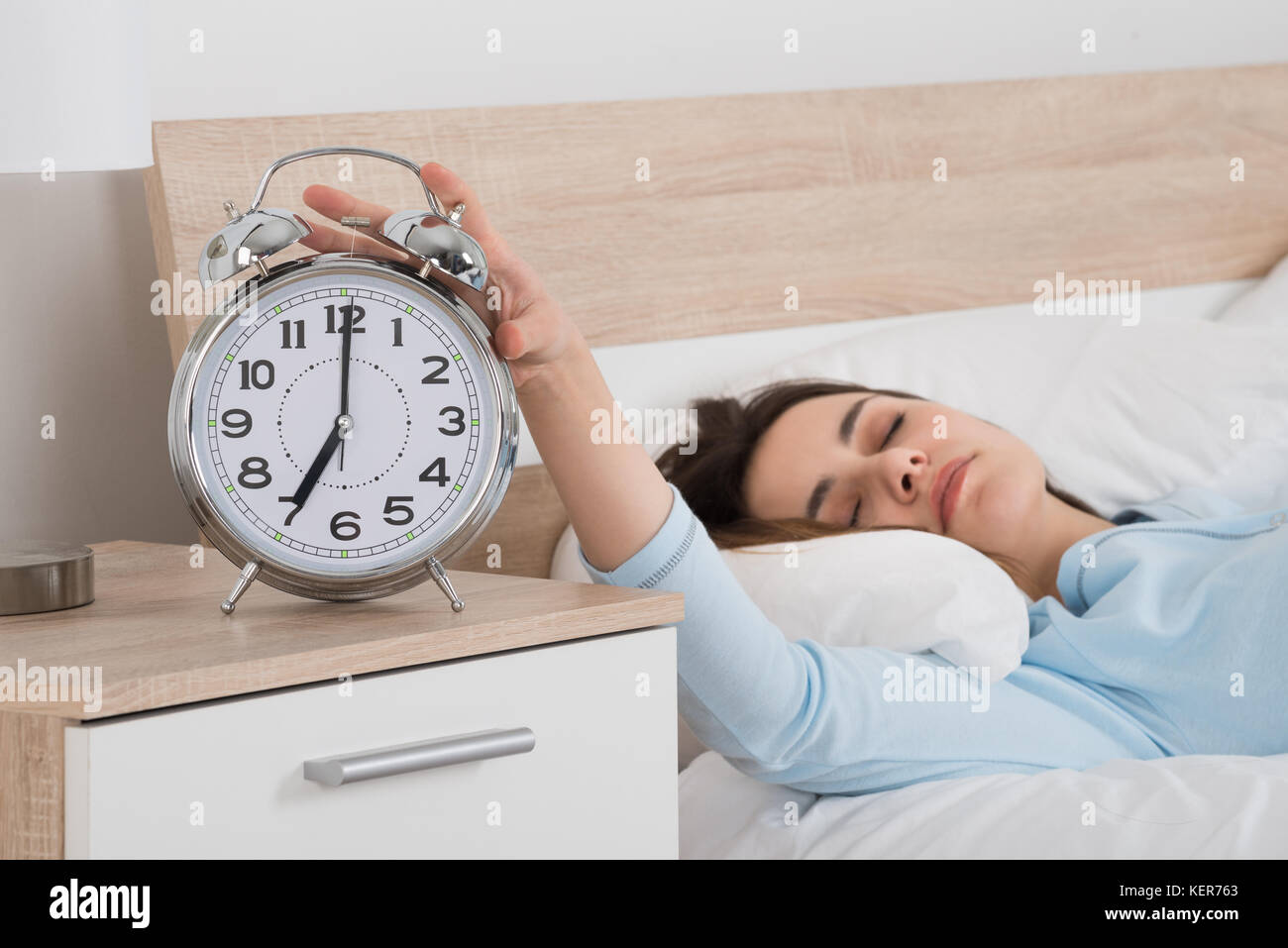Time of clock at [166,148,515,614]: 7:00
